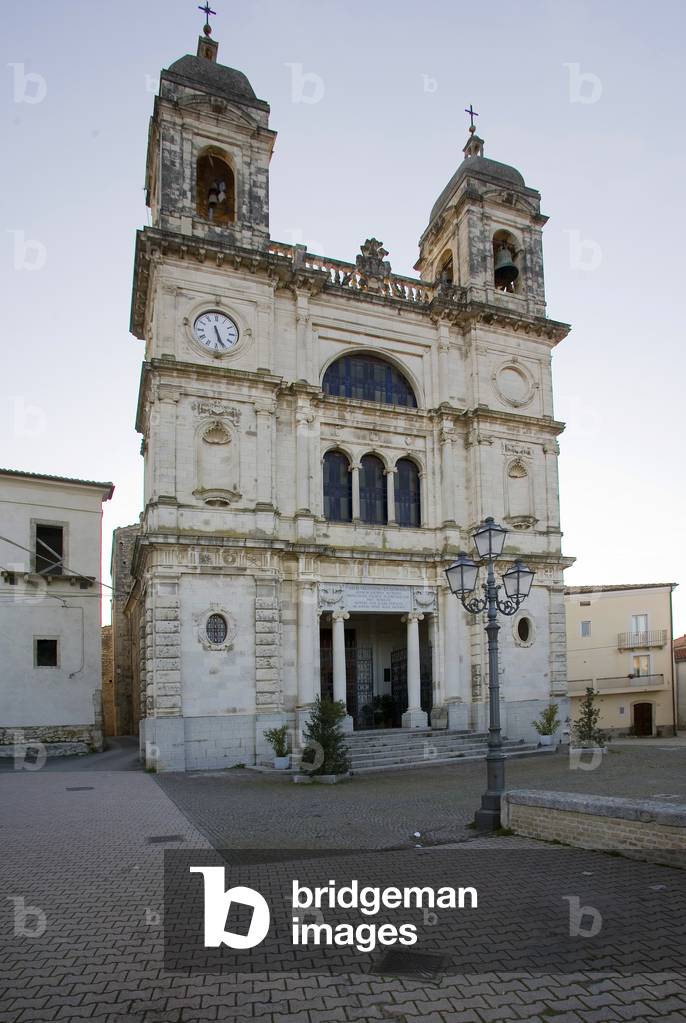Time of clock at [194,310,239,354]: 5:26
